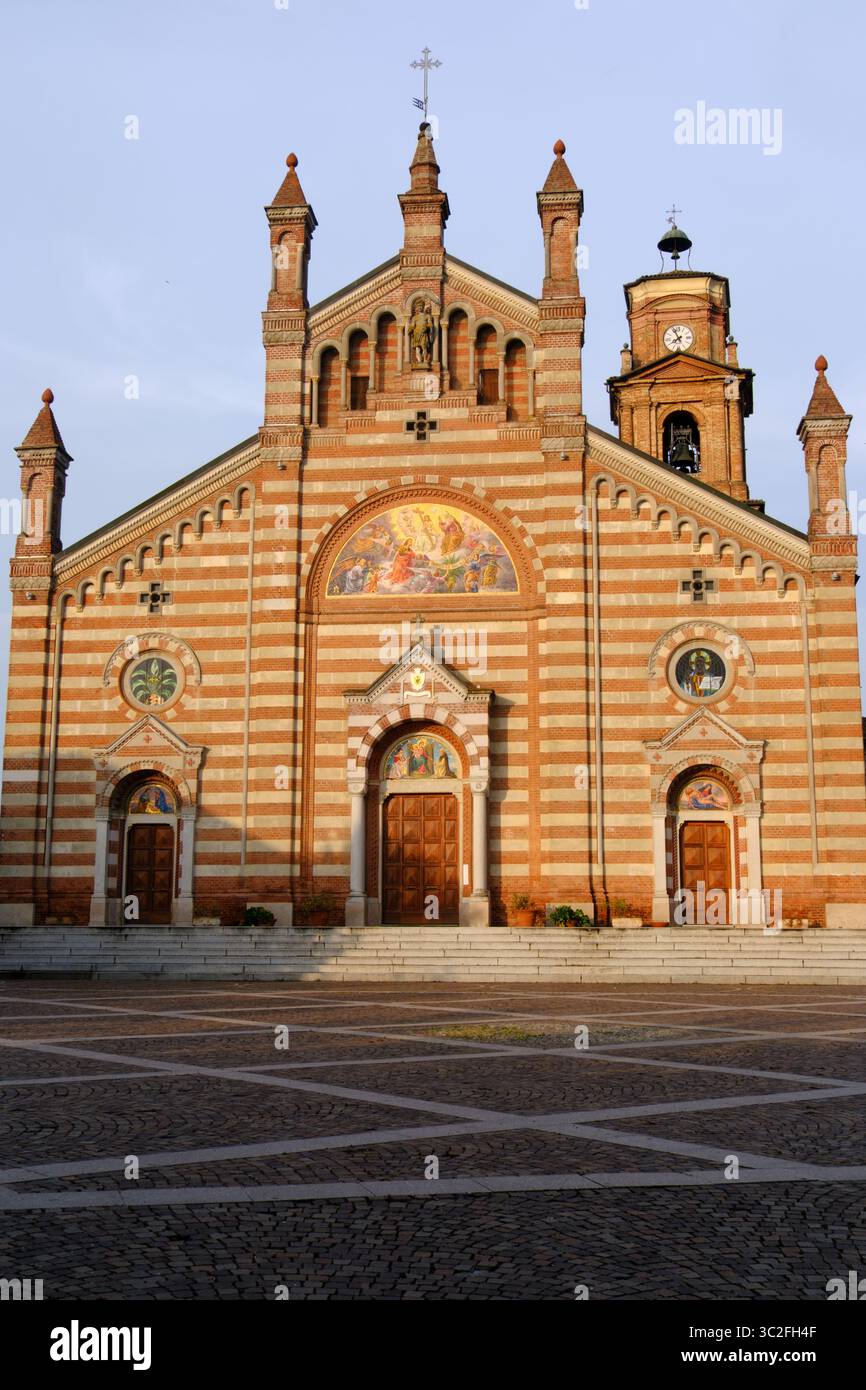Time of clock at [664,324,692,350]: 7:55
